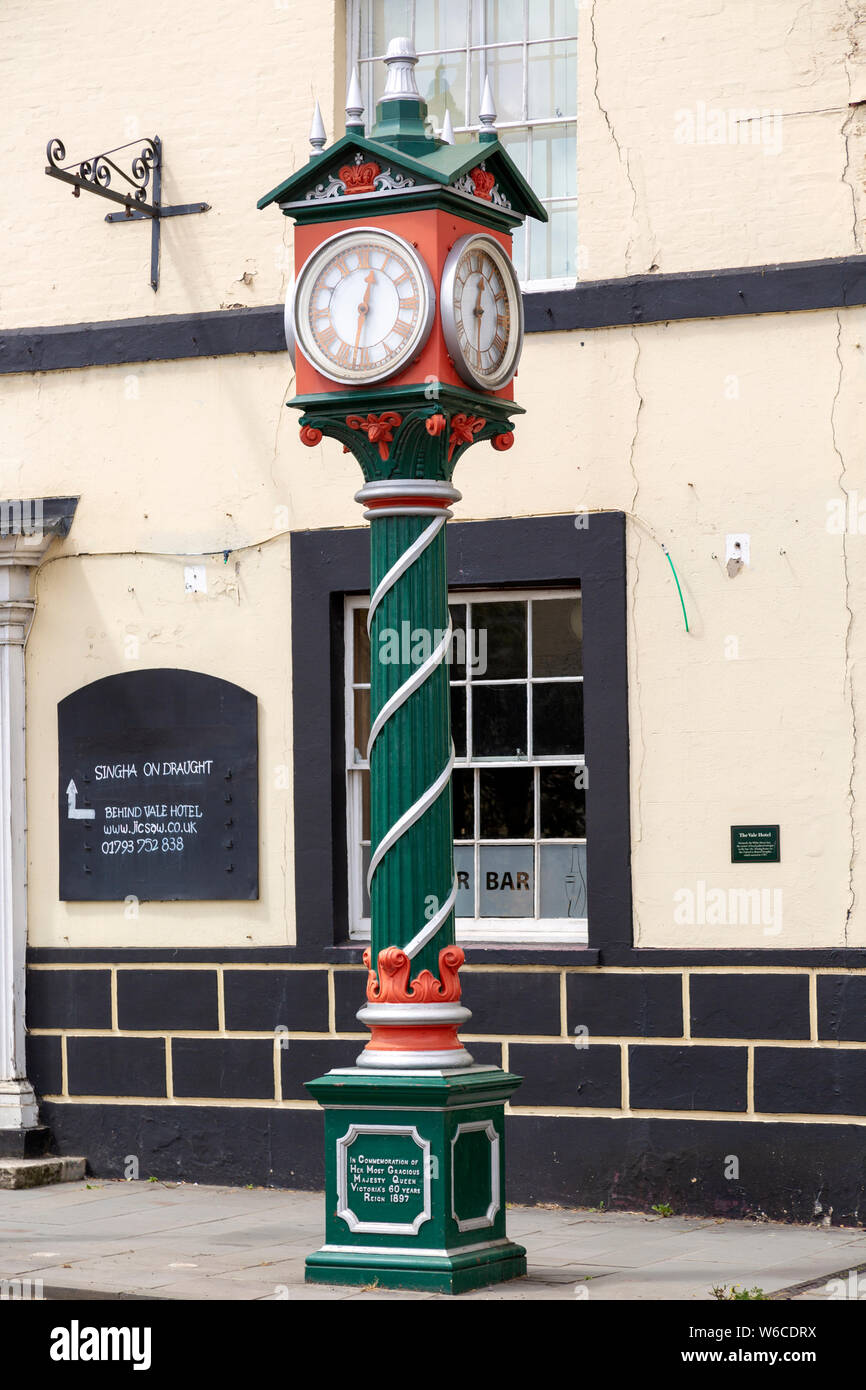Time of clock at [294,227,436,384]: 12:32
